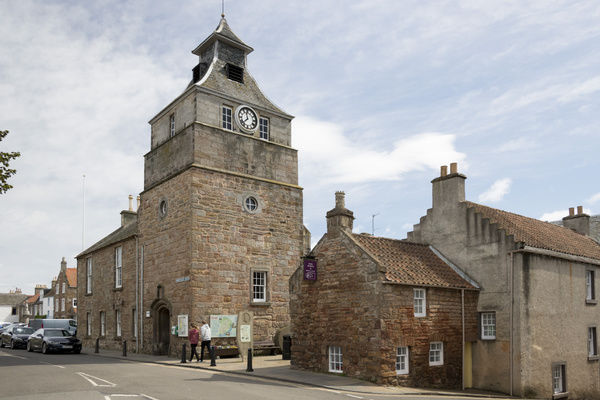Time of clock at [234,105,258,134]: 11:37
